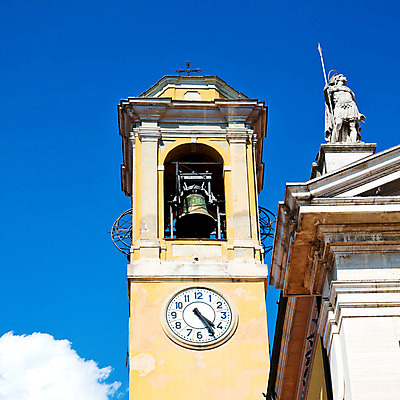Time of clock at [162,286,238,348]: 4:24
